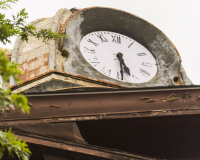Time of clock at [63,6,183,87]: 5:30
